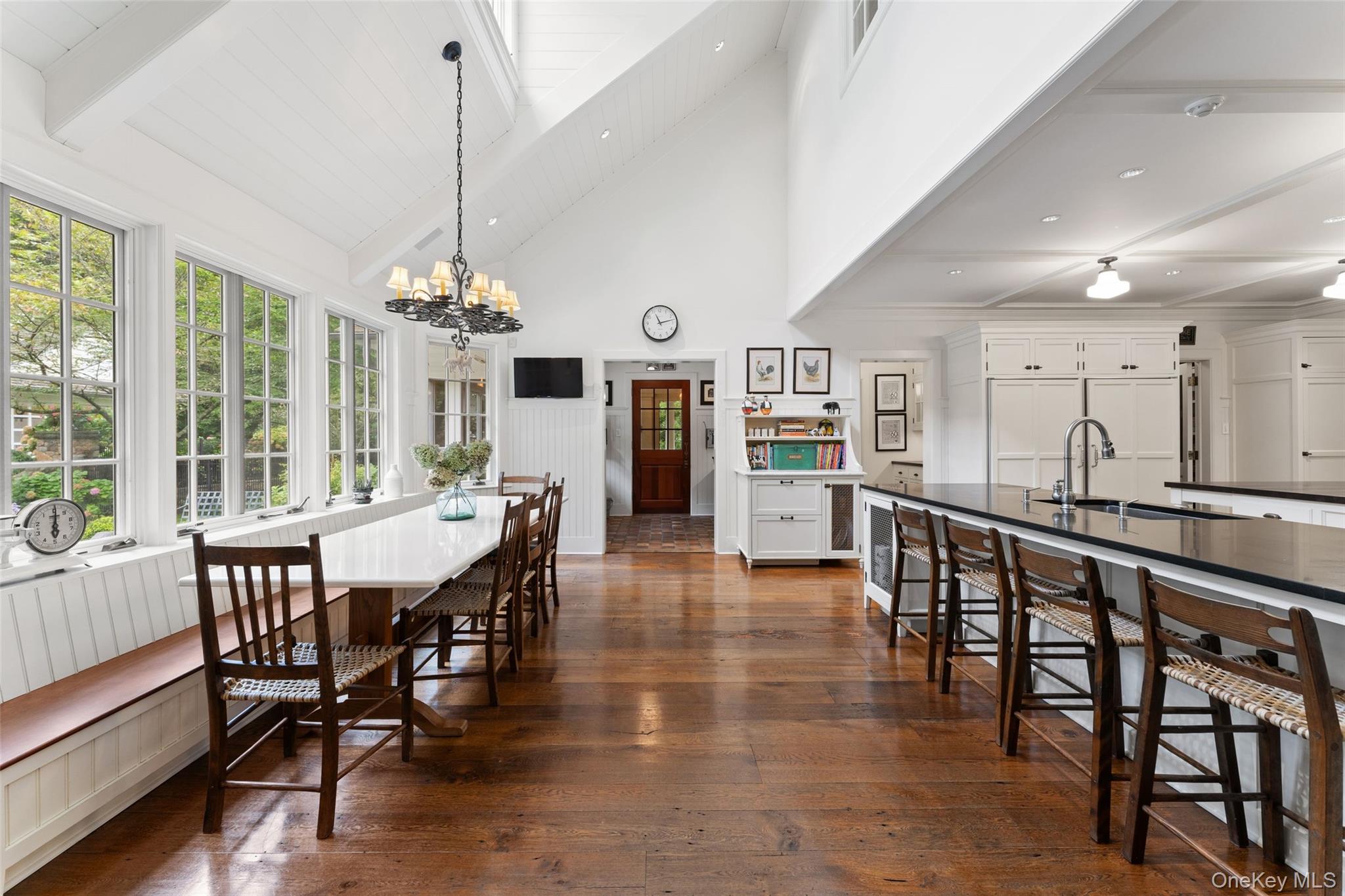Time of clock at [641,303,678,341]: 11:13
